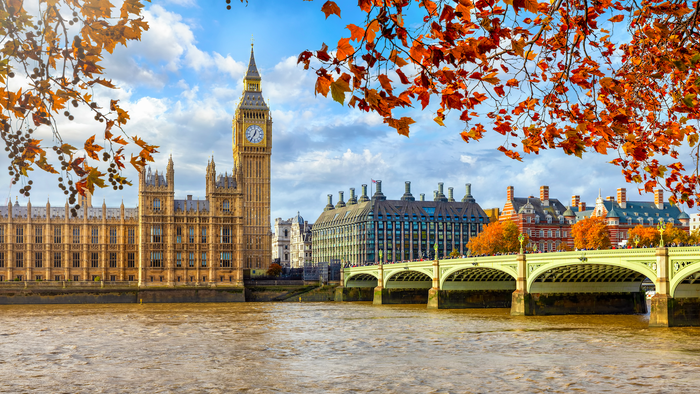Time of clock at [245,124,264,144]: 12:35
